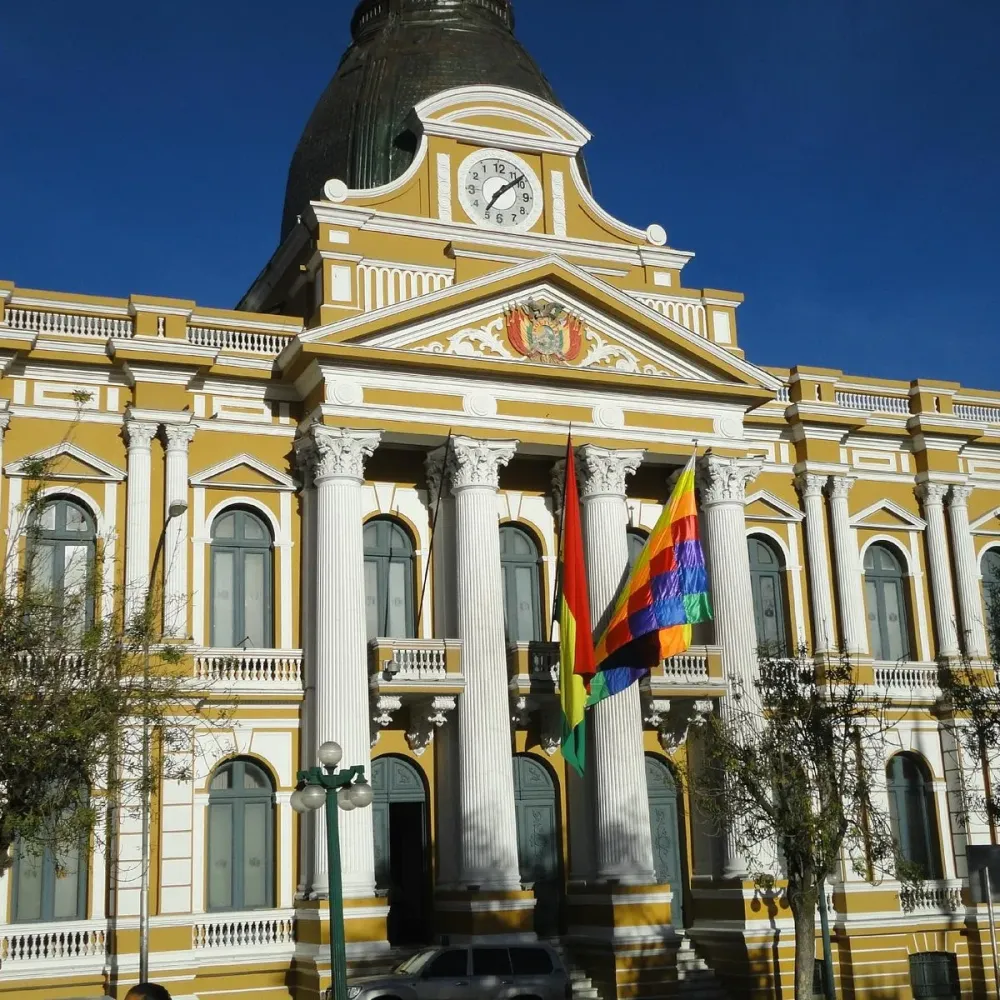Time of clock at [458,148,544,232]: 7:08
